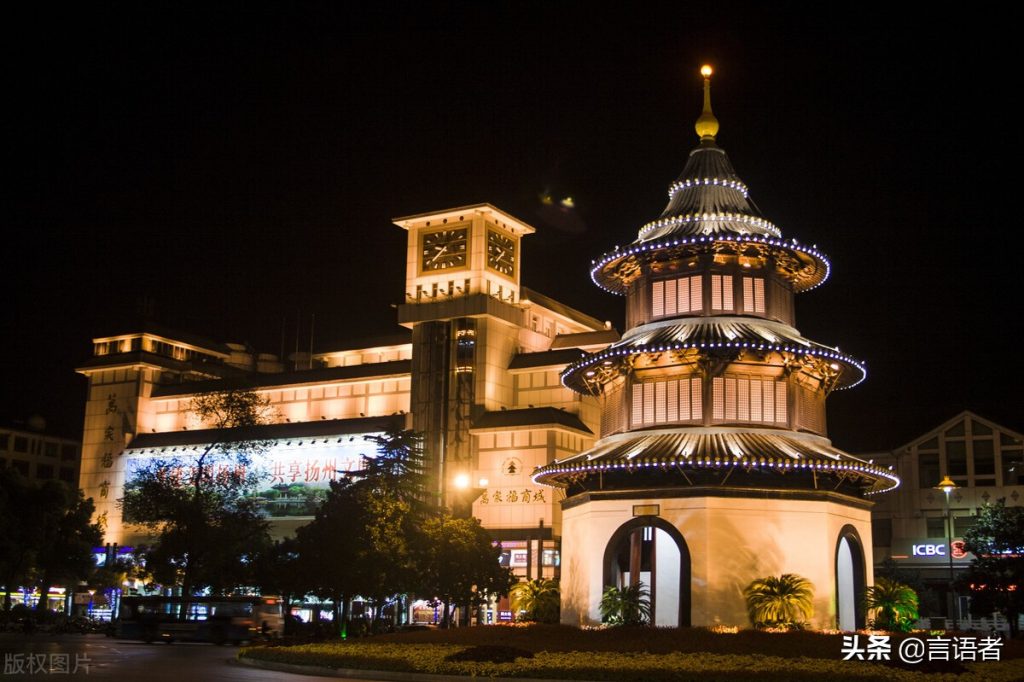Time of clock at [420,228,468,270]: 9:38
